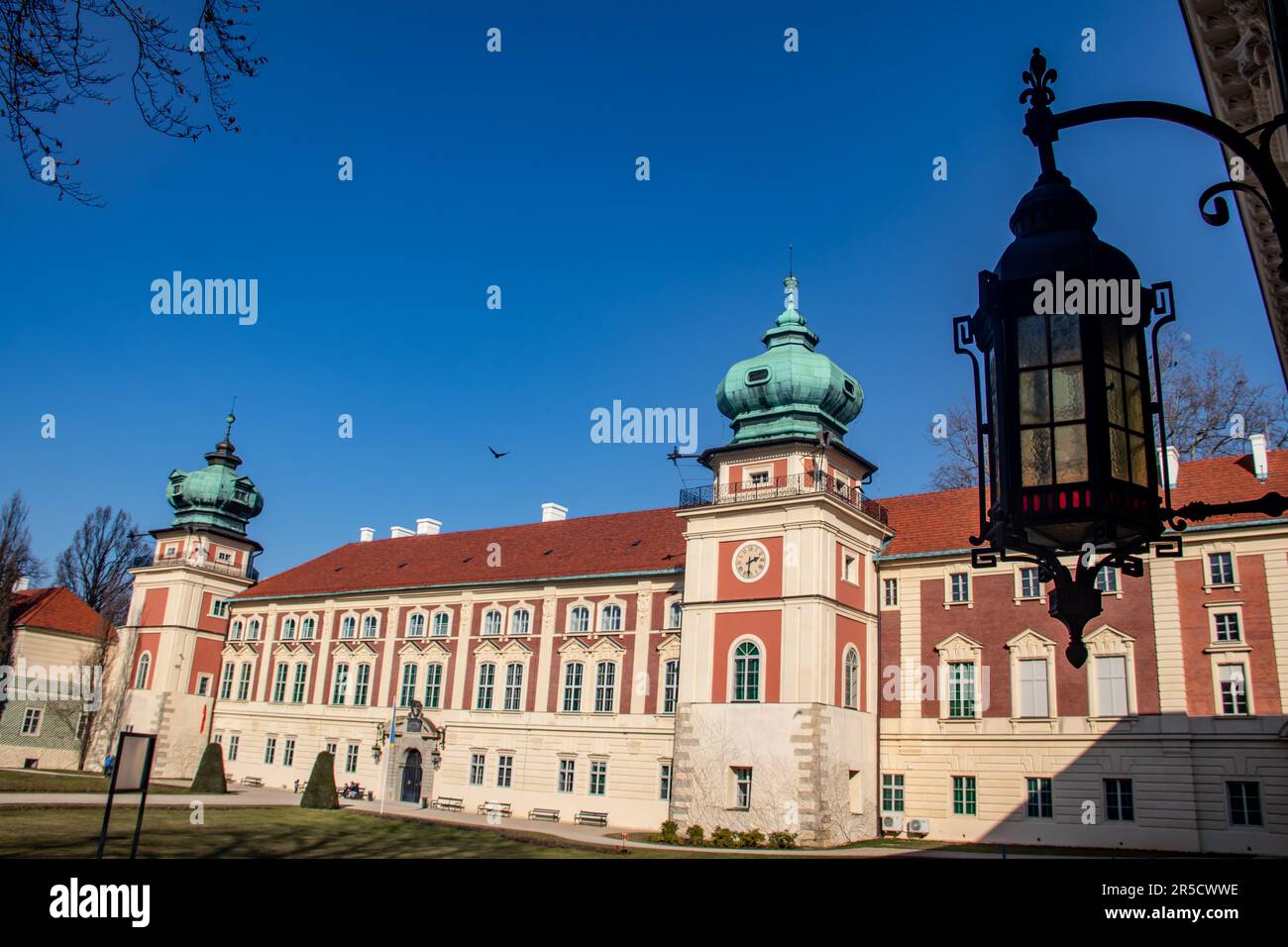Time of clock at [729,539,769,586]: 2:31
